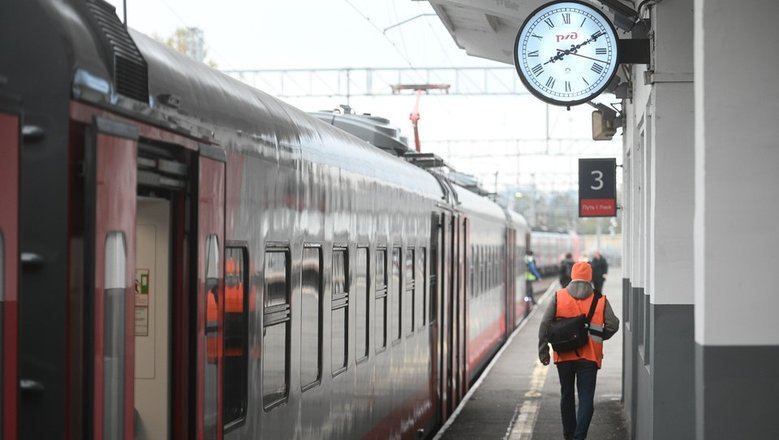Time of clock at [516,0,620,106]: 8:10
